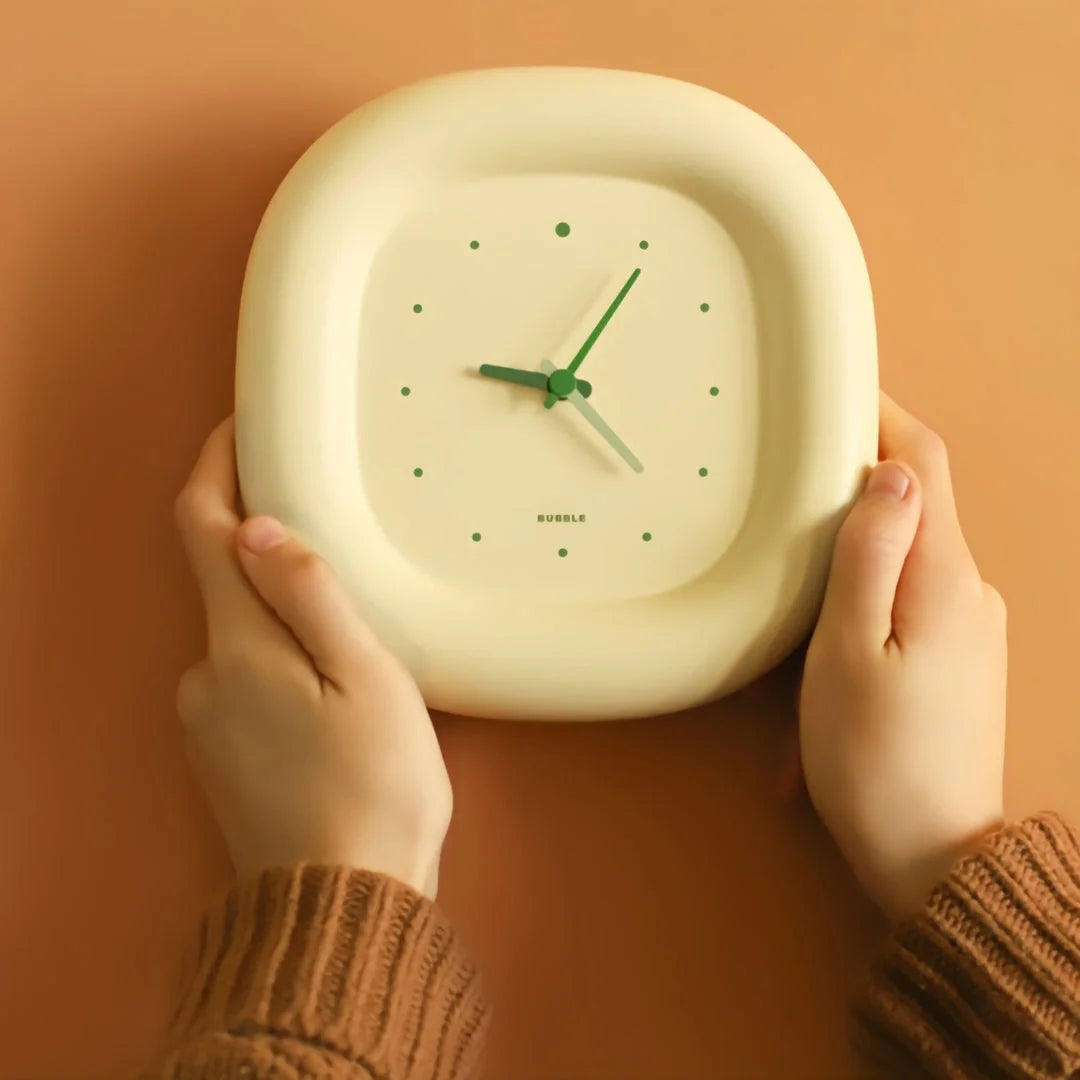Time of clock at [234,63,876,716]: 9:05
